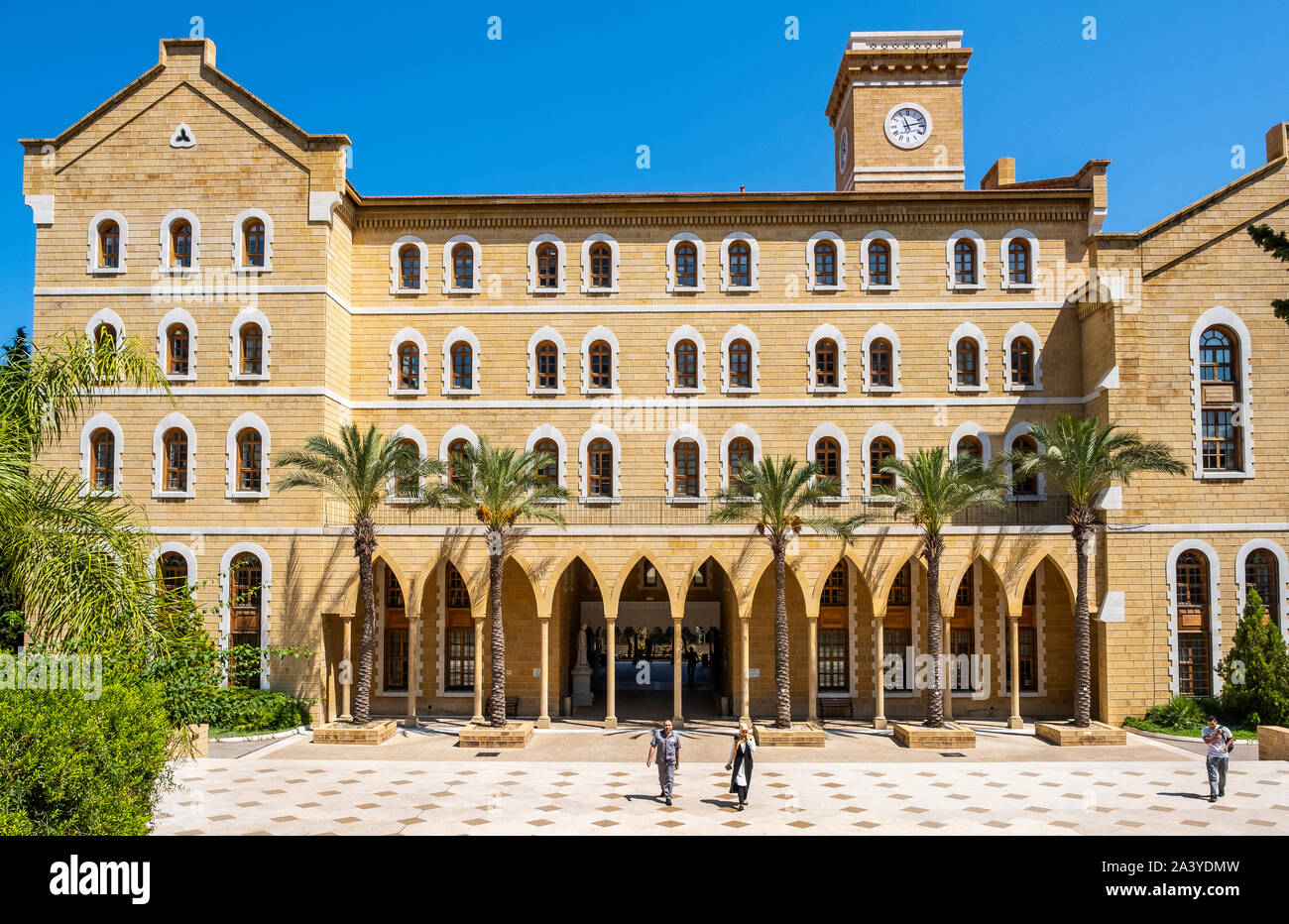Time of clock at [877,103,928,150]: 11:12
